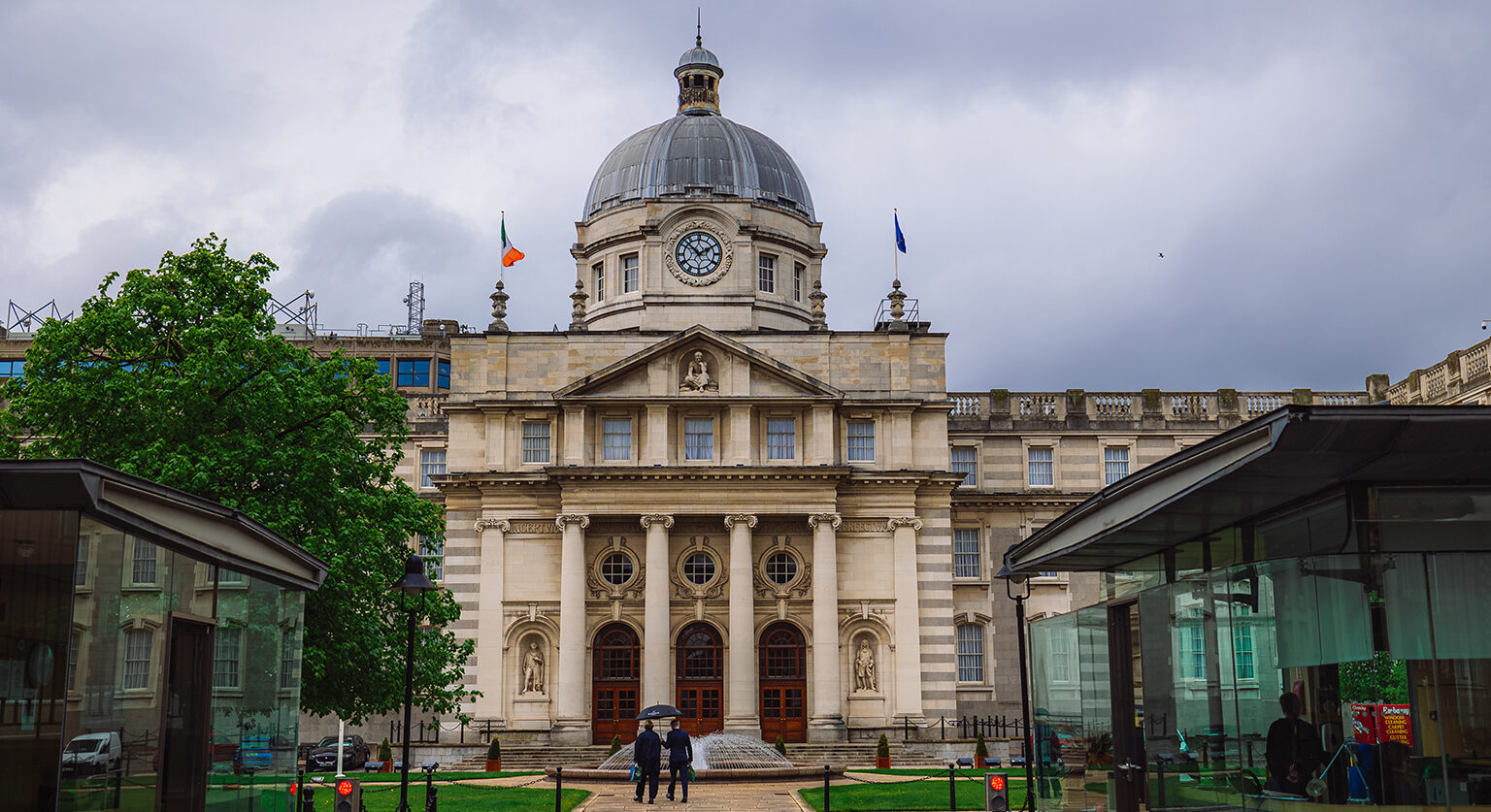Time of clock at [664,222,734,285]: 1:52
